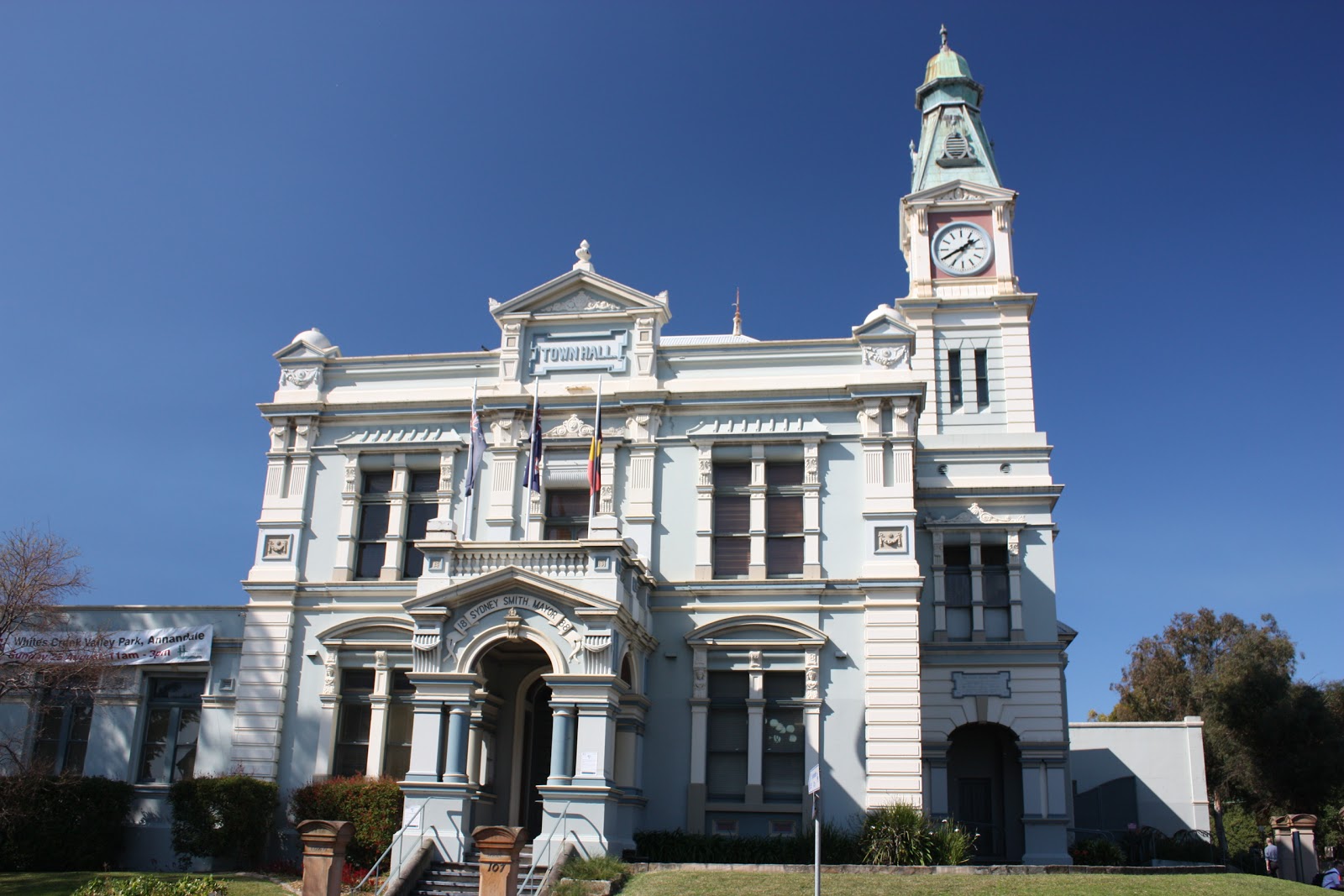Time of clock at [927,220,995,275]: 1:40
